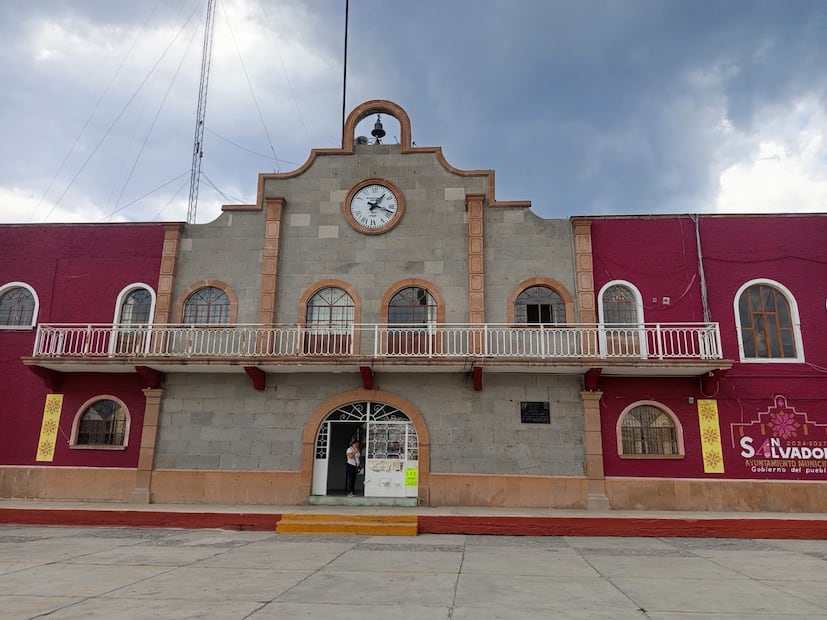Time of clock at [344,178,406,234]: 1:18
